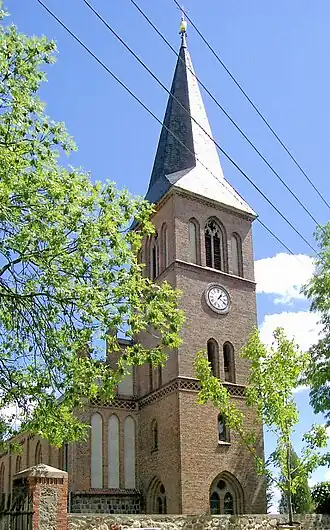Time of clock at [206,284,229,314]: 1:20
